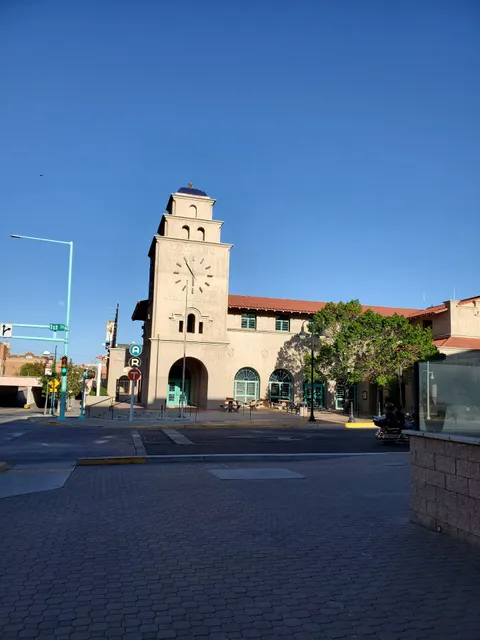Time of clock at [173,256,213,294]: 5:54
